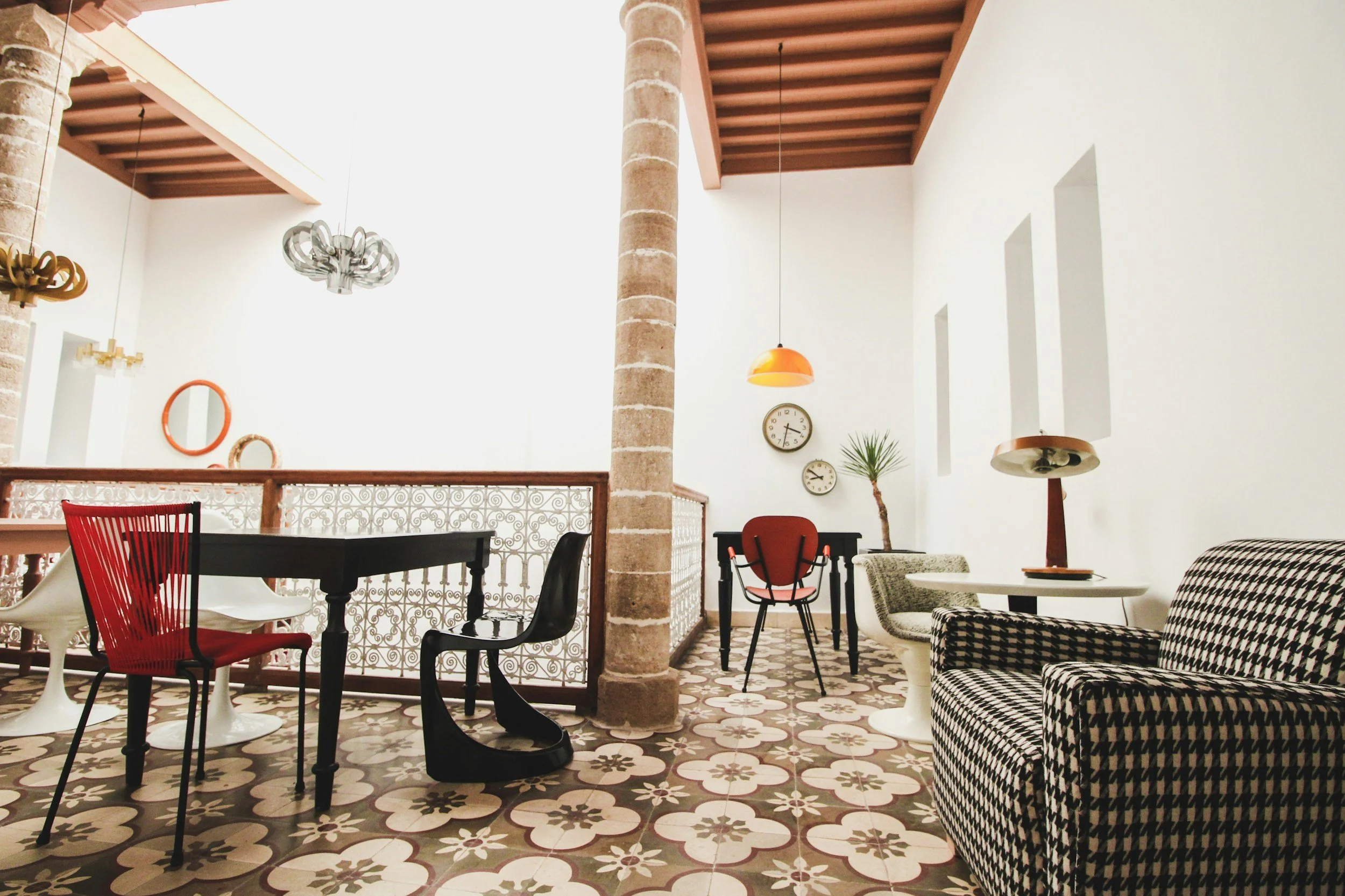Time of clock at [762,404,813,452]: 3:32
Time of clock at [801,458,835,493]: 8:51
